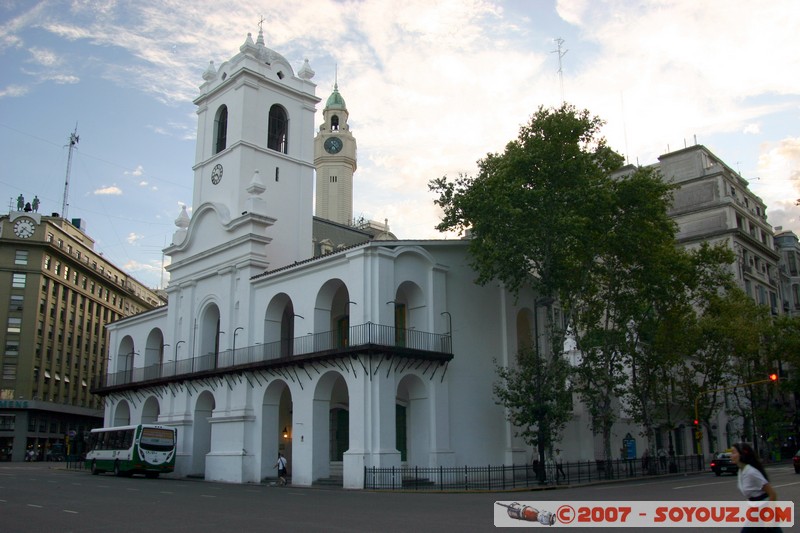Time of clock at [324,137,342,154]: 7:23
